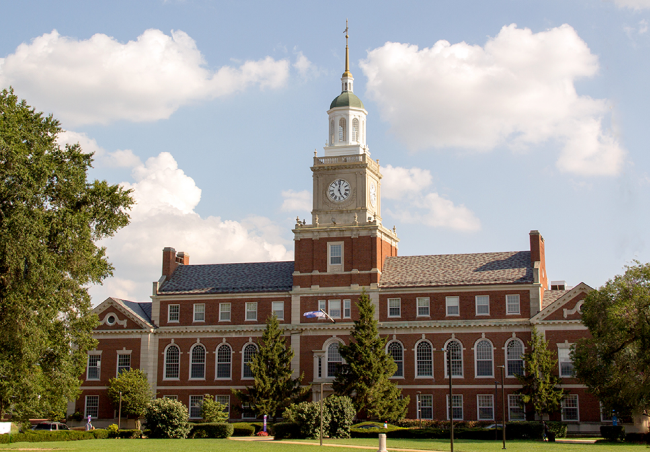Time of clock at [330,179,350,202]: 5:00
